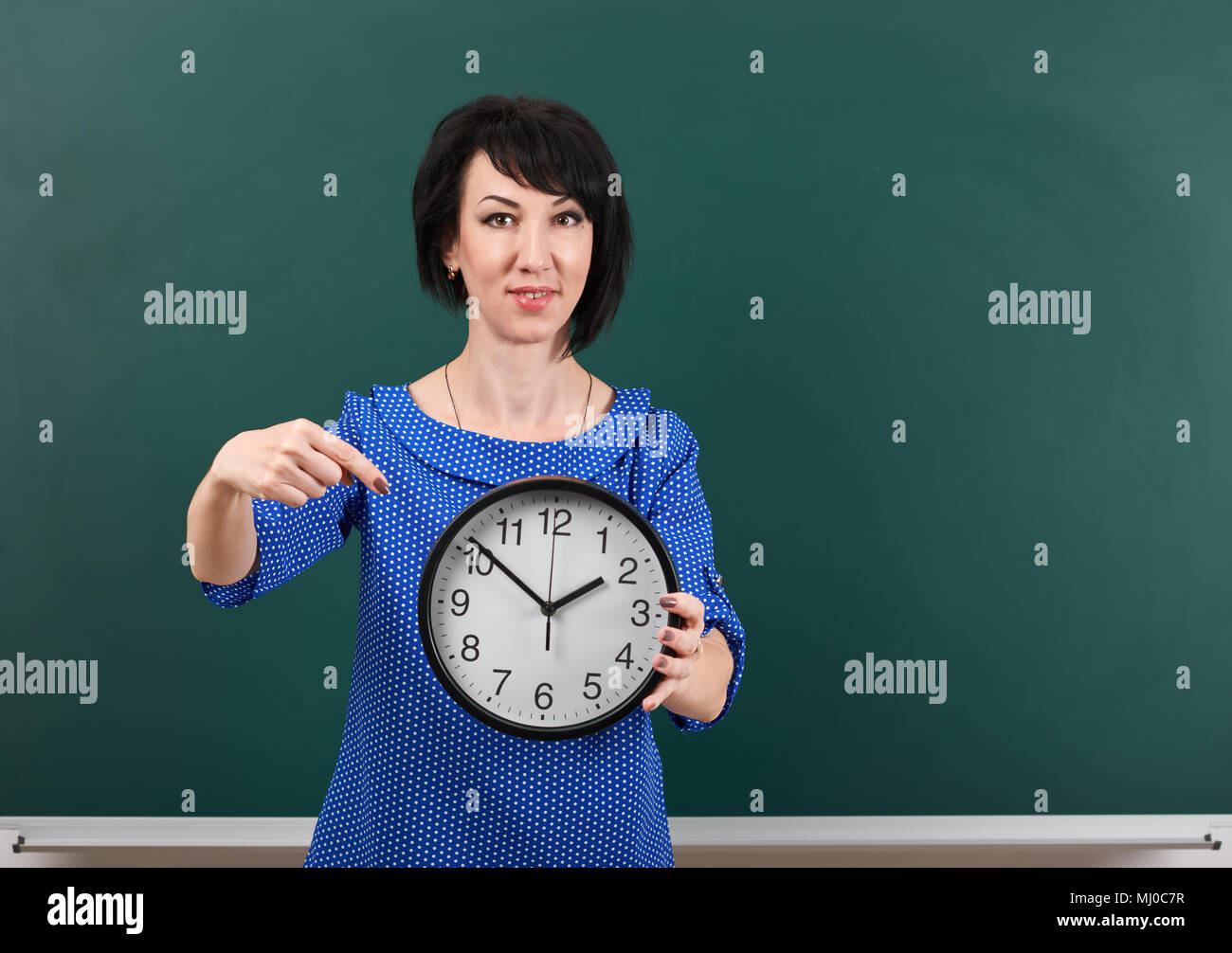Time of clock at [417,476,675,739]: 1:51
